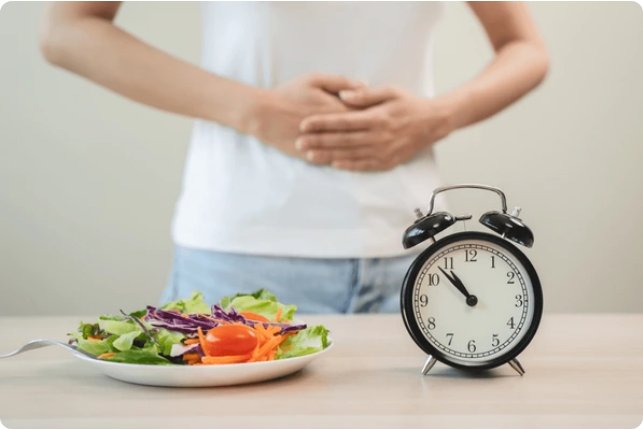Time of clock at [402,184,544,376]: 10:52
